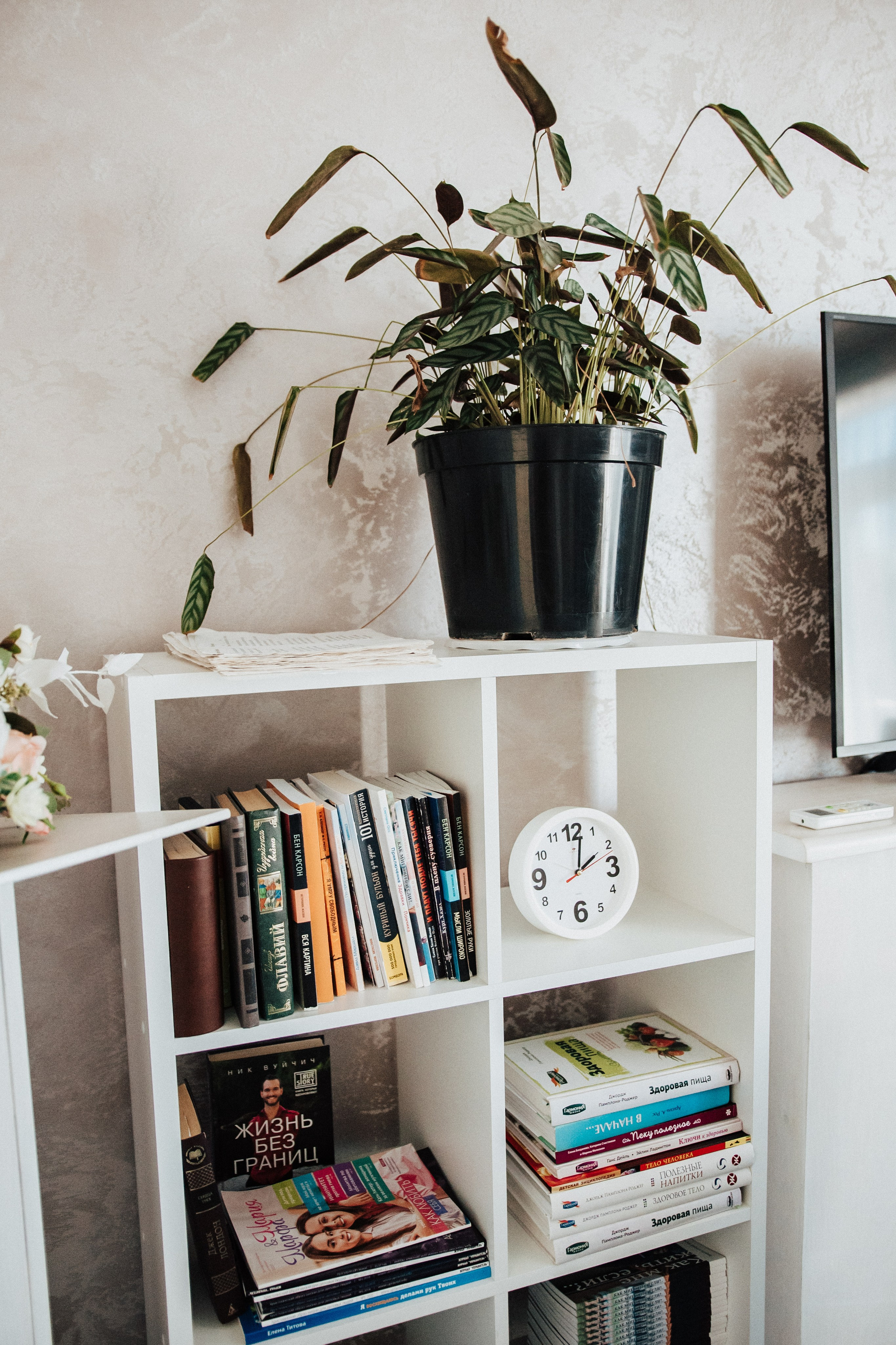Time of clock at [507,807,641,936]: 2:01
